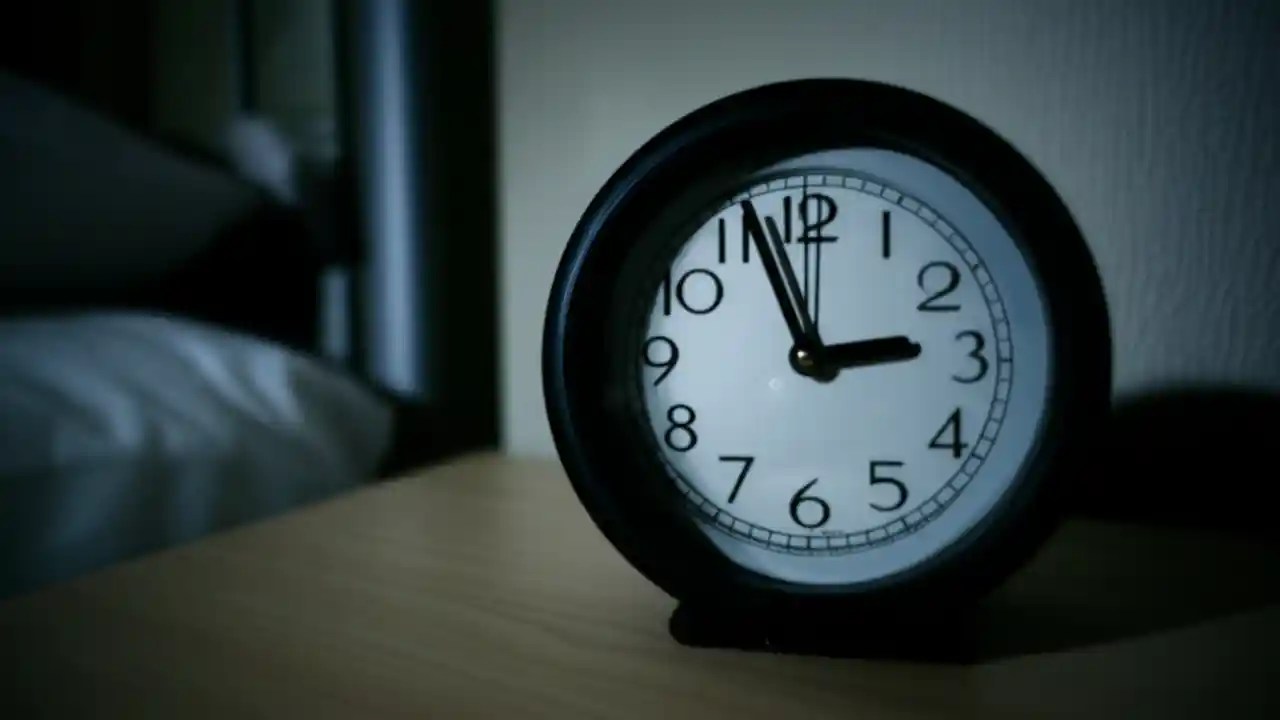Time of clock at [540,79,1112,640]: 2:56
